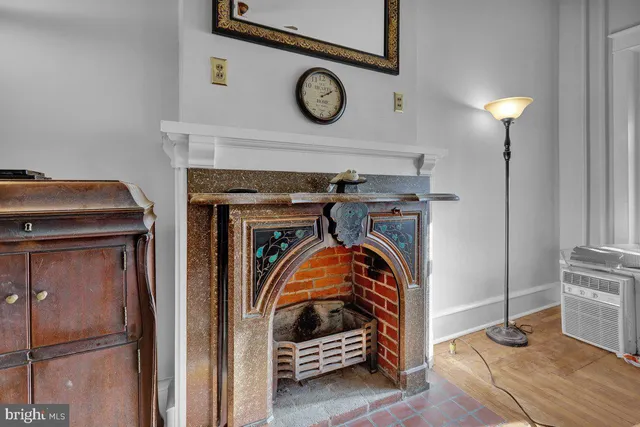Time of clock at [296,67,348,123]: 2:09
